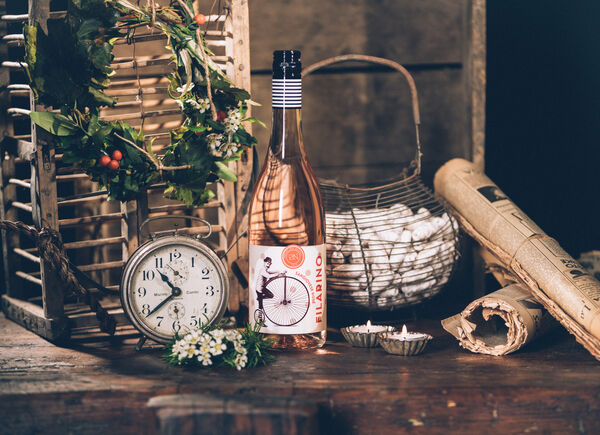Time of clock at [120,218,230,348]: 10:38
